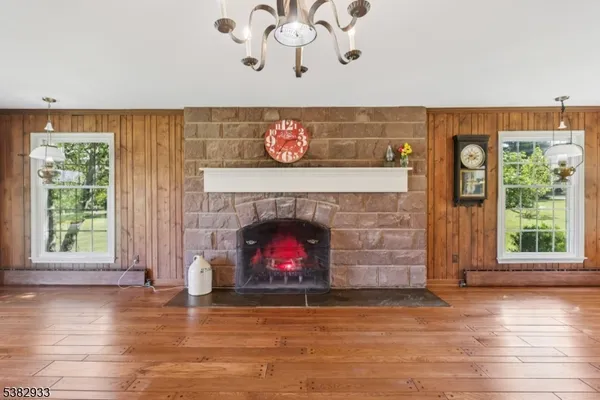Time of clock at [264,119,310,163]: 2:36
